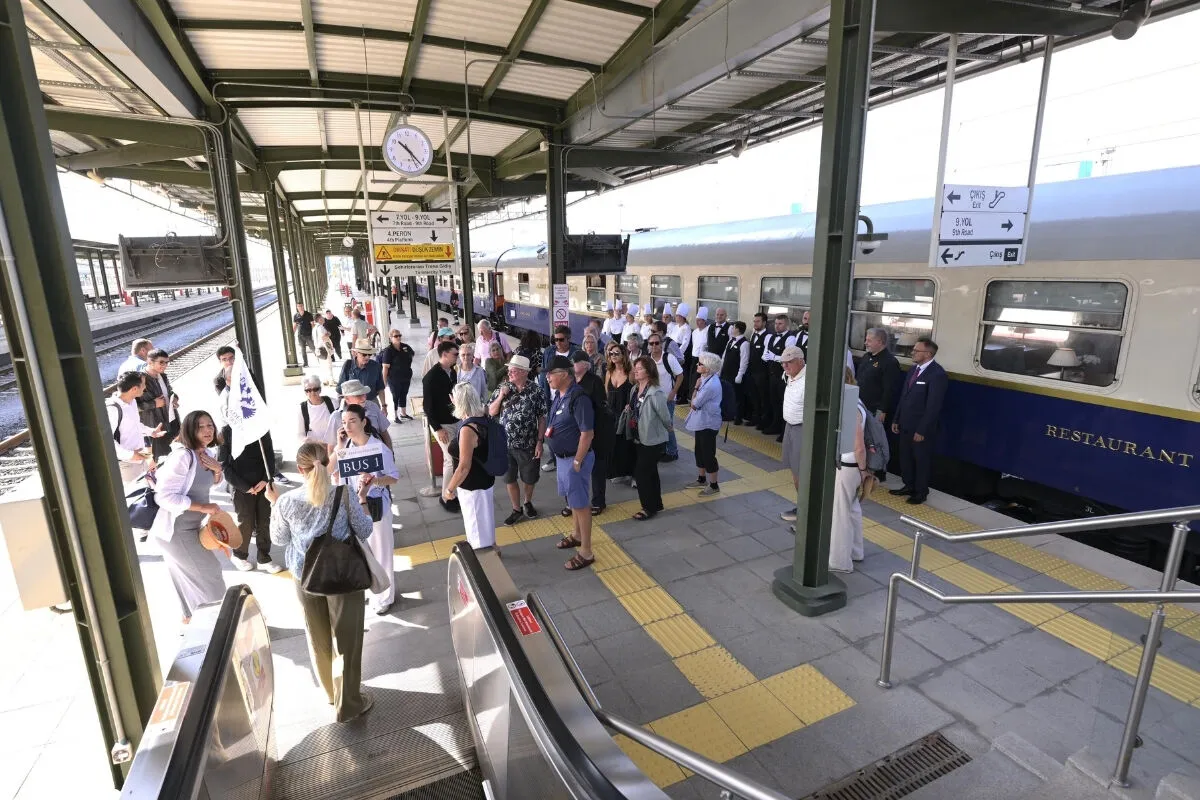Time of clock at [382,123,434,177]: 10:22
